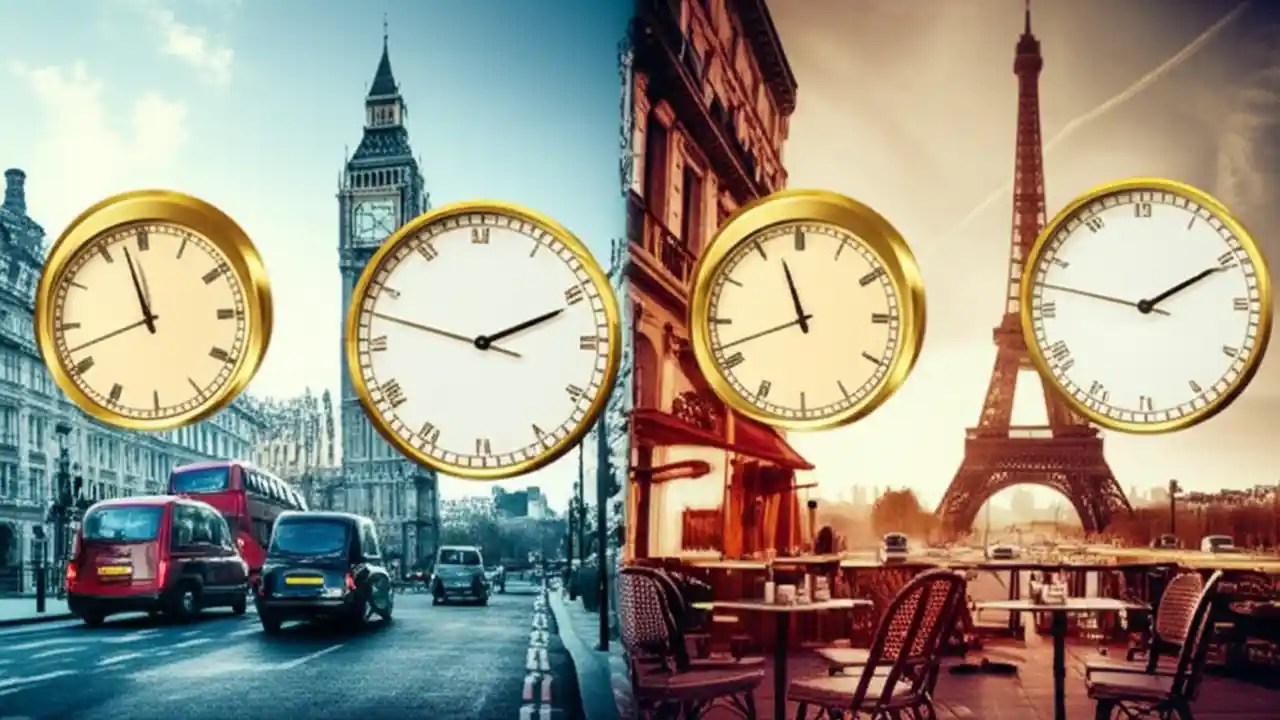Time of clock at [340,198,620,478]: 2:11
